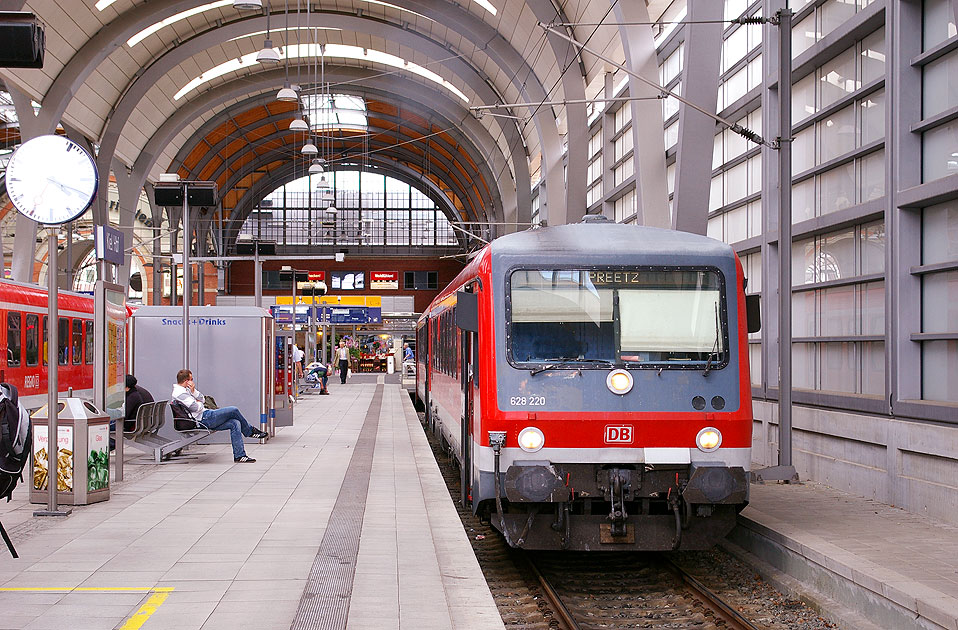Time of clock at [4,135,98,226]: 4:18
